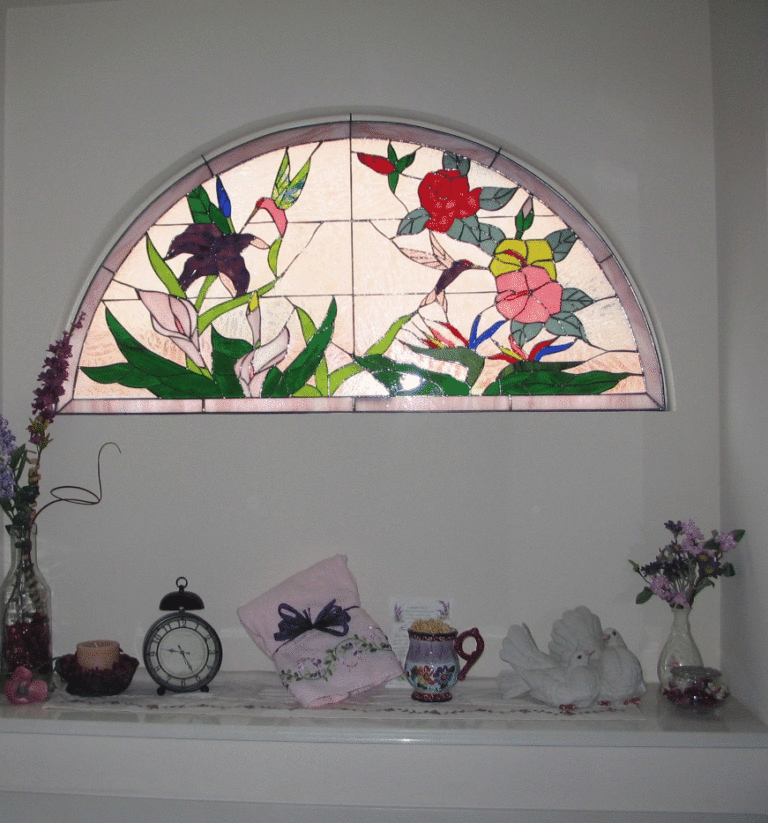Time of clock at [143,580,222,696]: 9:25
